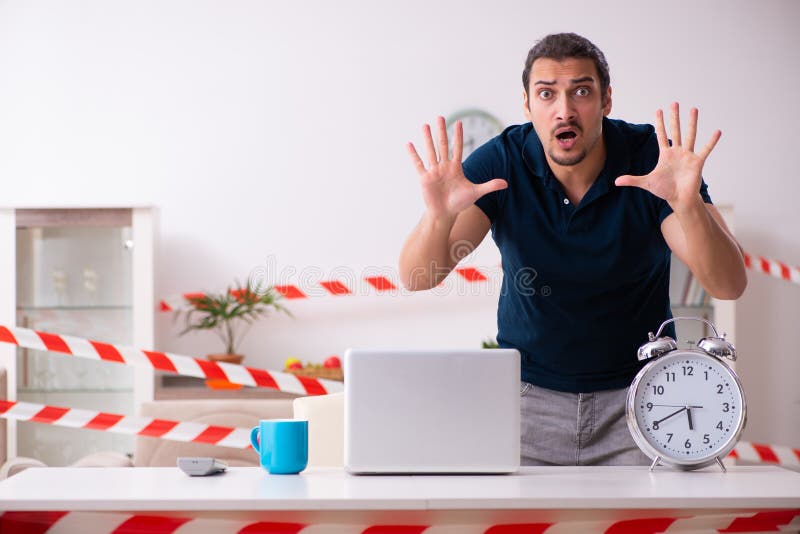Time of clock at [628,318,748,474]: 5:40
